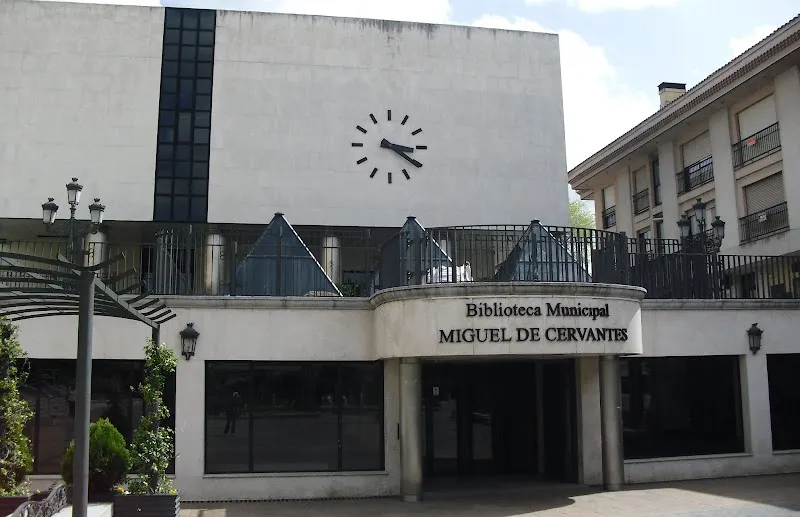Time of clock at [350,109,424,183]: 3:20
